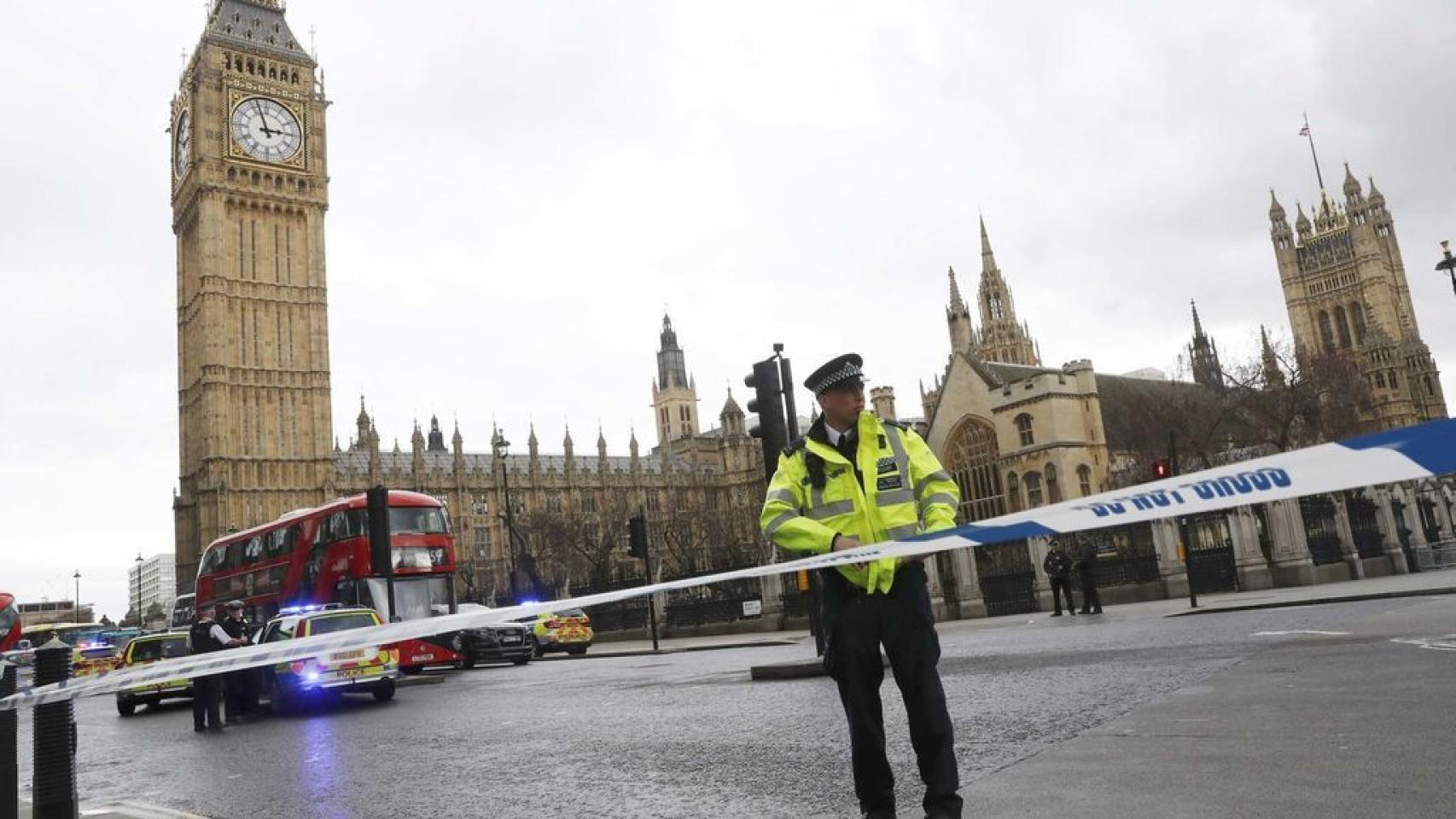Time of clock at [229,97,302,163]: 2:56
